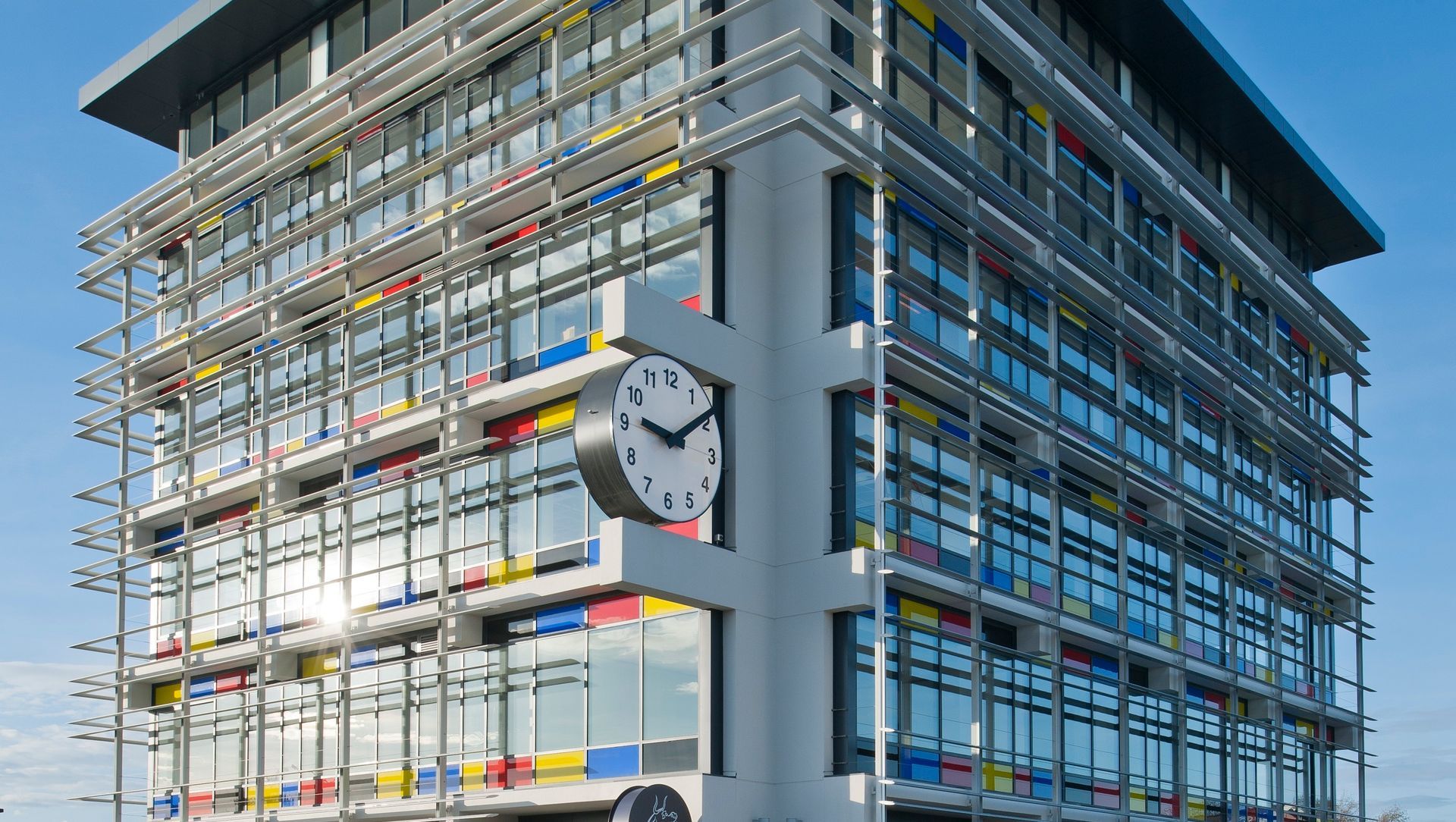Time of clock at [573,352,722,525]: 9:09
